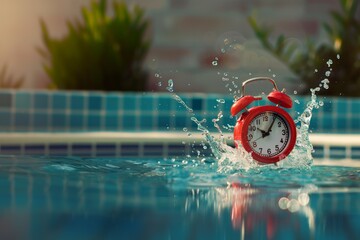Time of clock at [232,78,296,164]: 10:06
